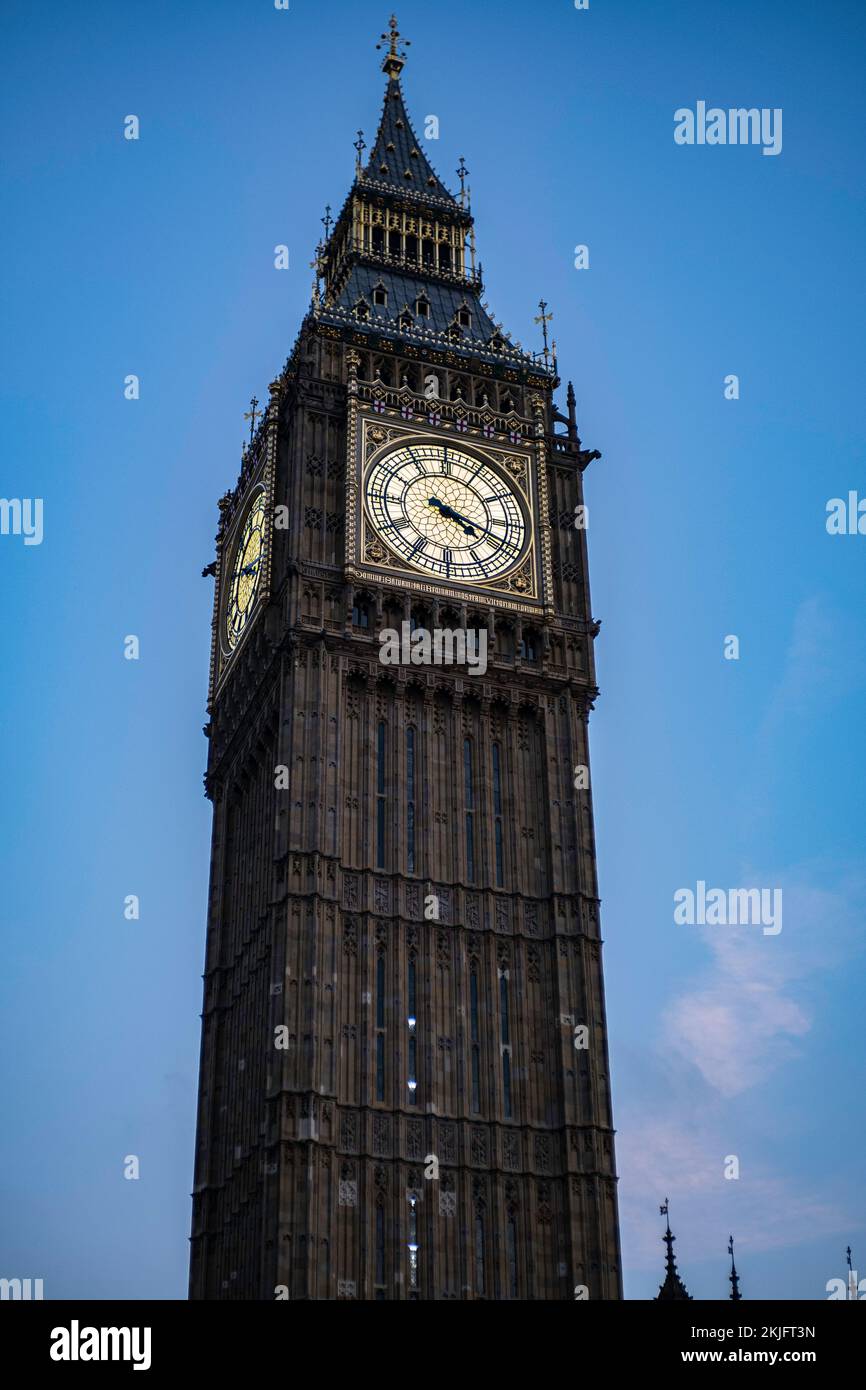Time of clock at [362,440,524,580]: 4:18
